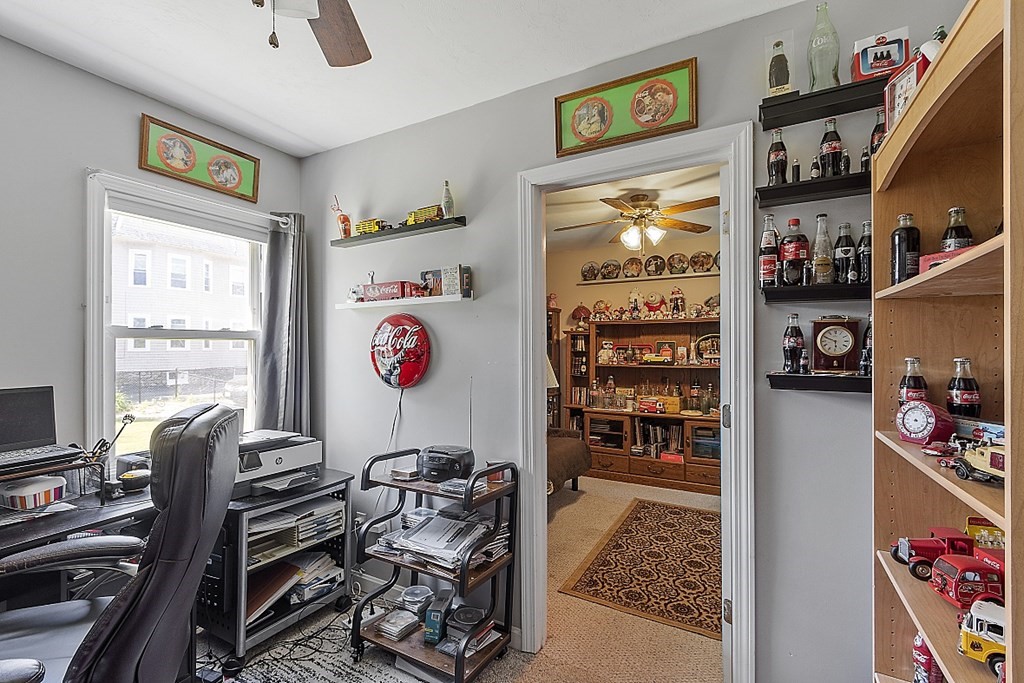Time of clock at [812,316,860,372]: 5:49
